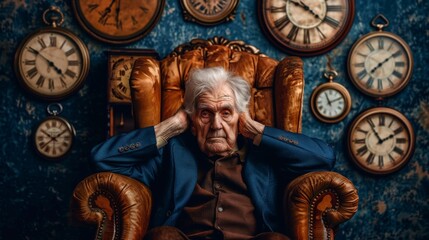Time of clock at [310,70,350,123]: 11:10
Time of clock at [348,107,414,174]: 1:54
